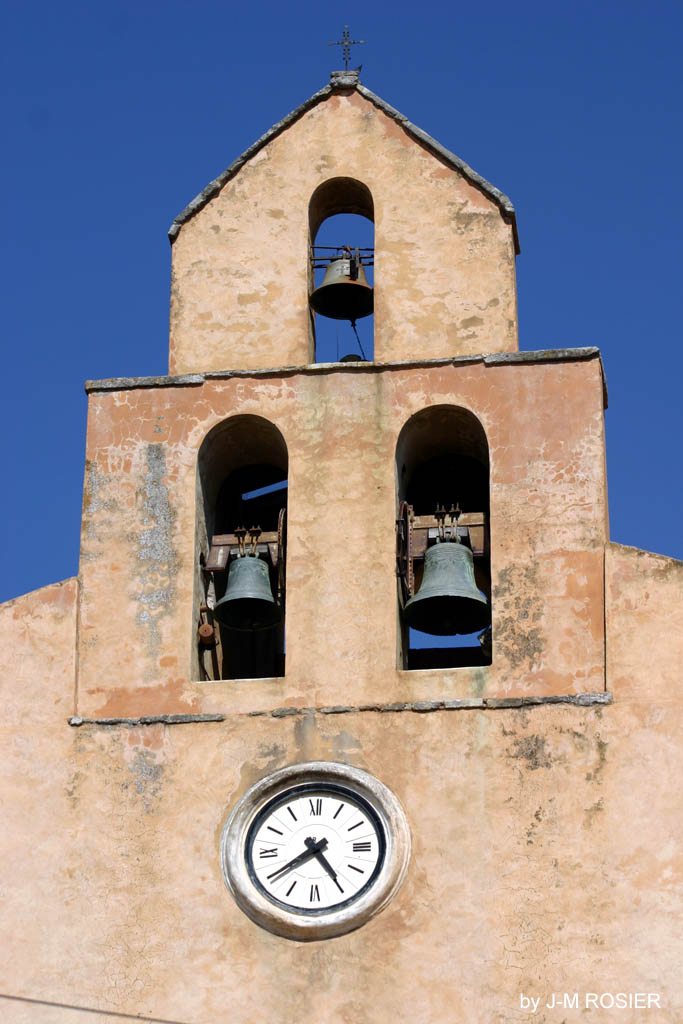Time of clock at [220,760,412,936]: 4:39
